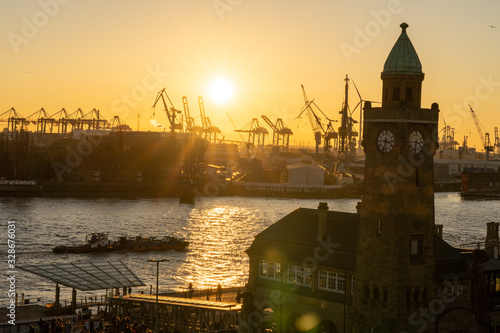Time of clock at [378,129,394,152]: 3:32
